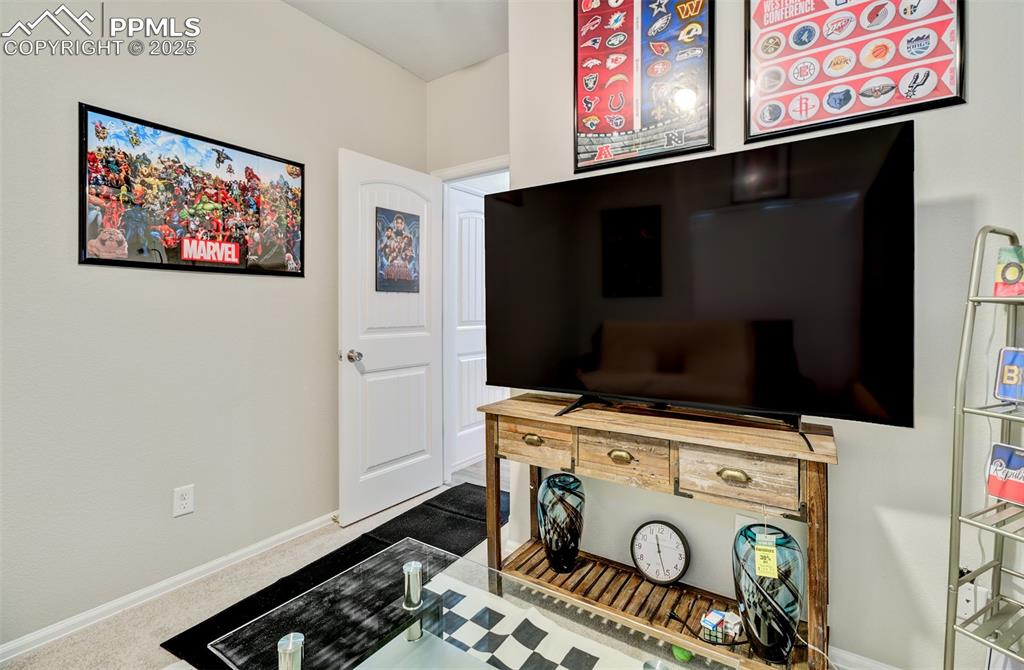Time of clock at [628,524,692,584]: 11:26
